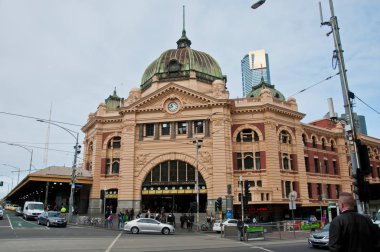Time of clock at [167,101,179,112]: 10:43
